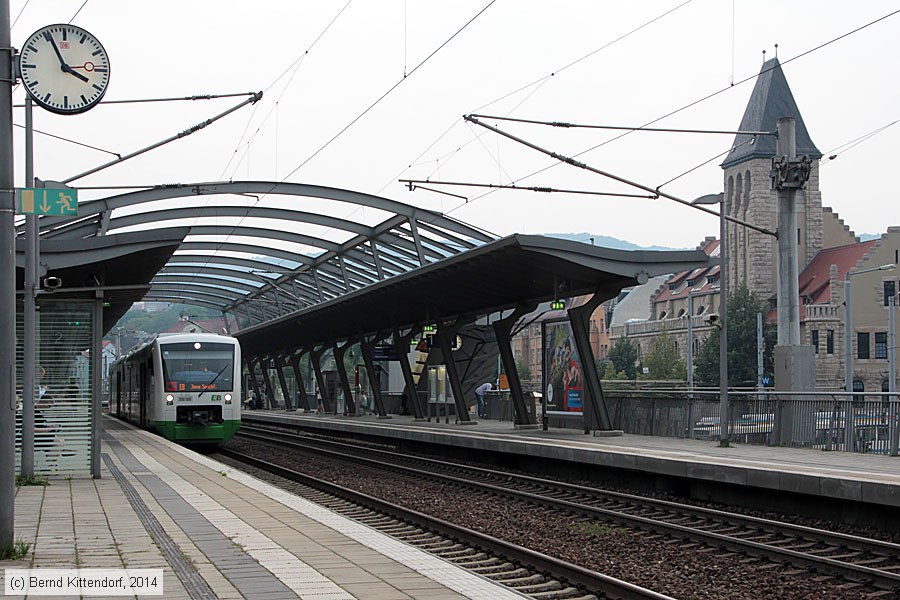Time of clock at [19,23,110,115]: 3:55
